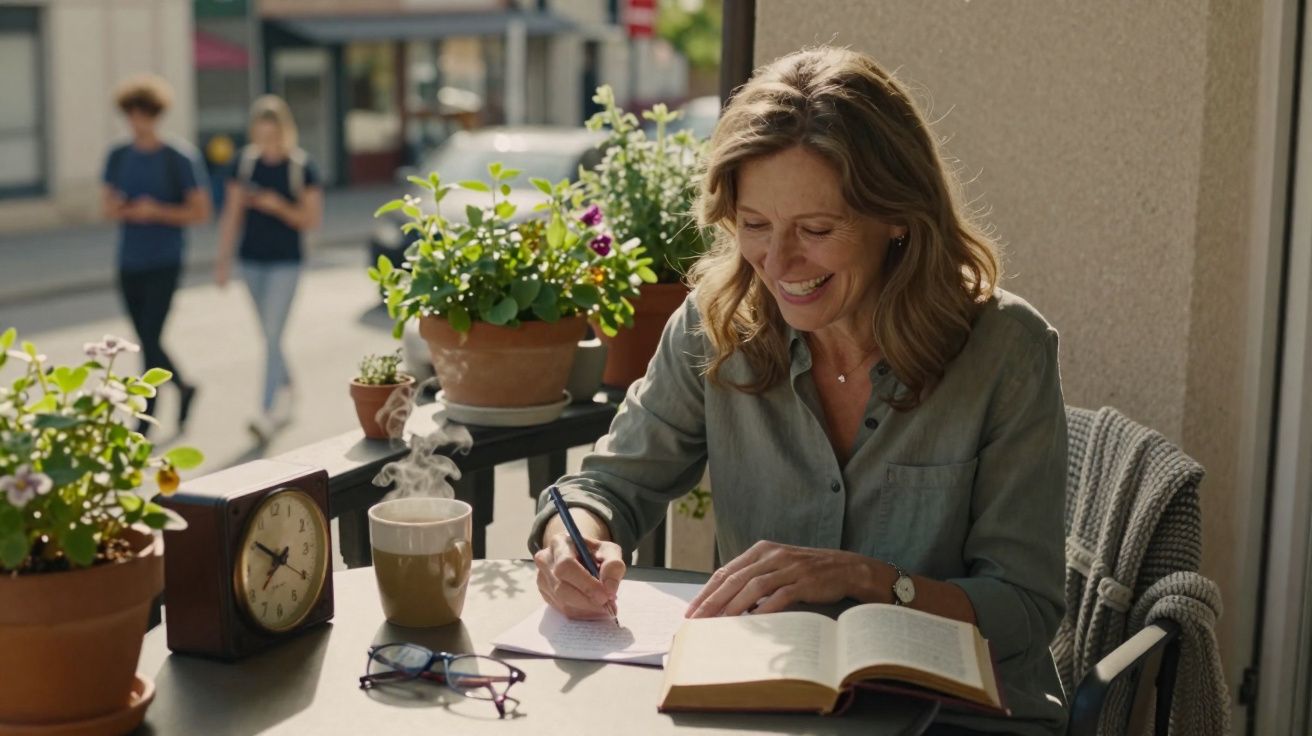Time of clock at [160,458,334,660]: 7:50
